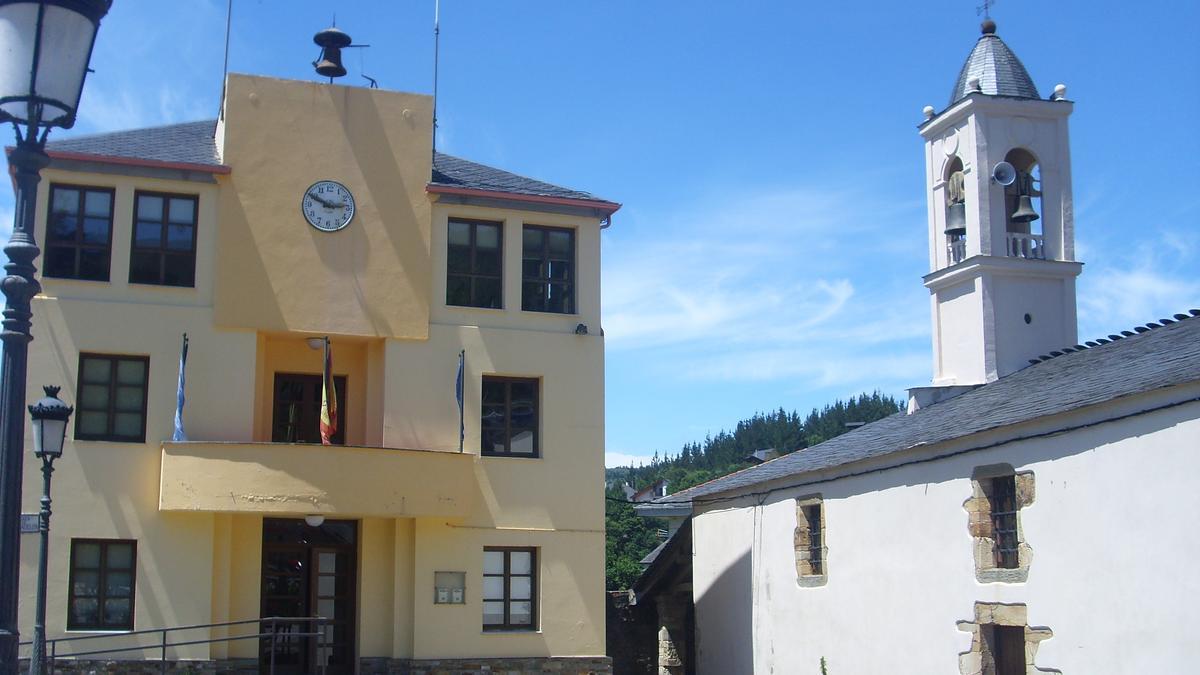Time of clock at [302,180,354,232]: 2:49
